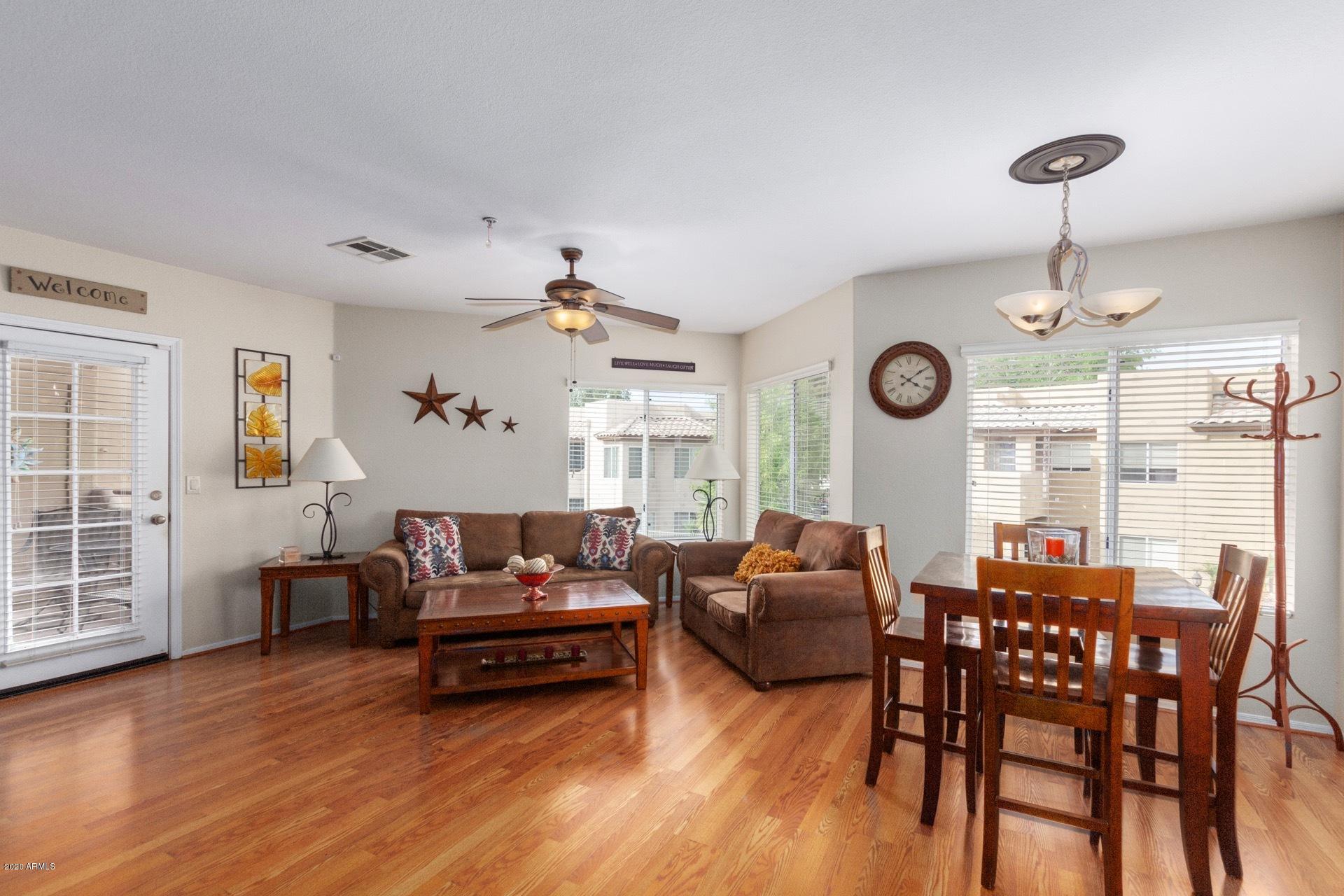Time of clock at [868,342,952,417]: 4:09
